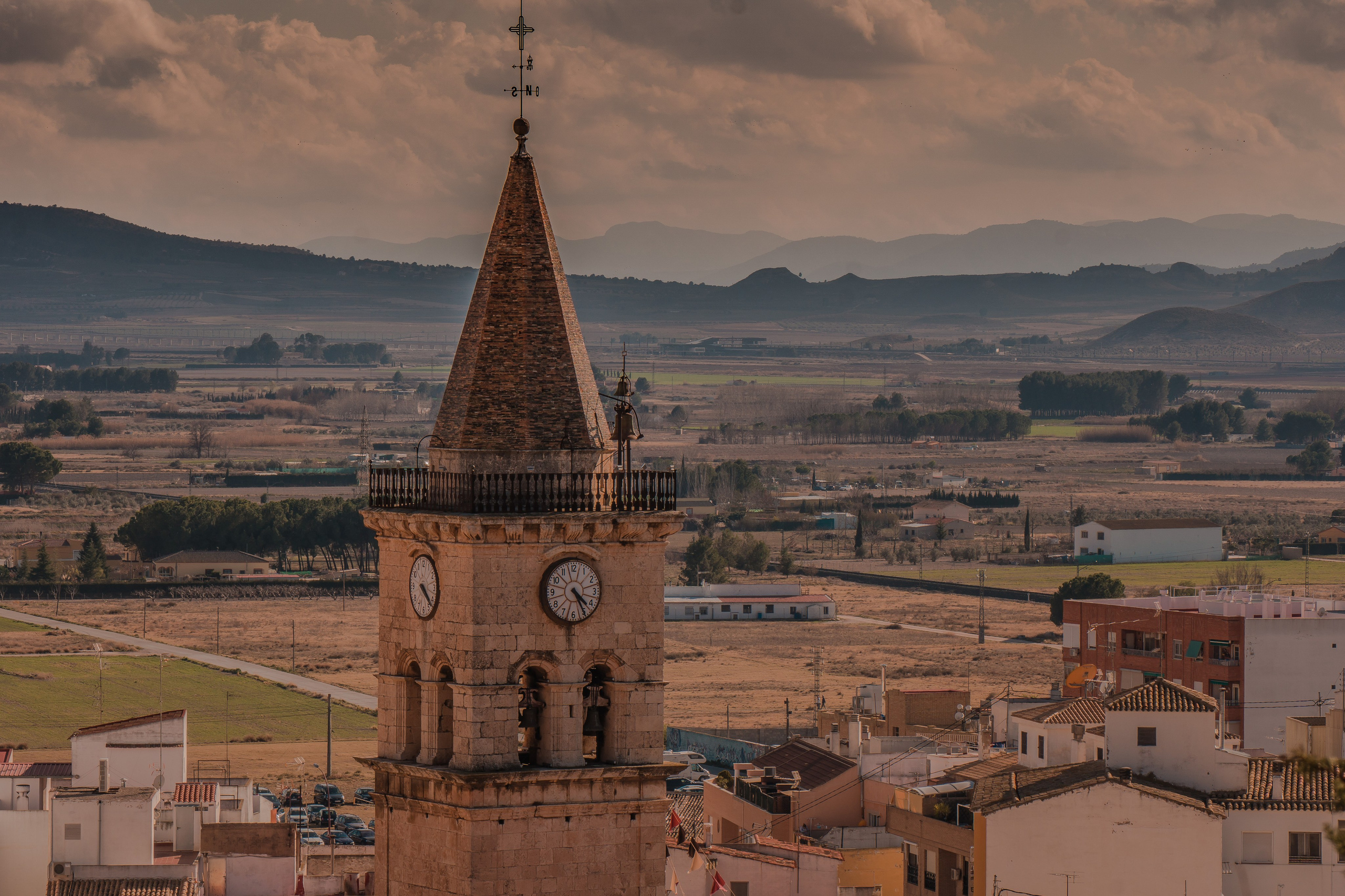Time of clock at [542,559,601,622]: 4:25
